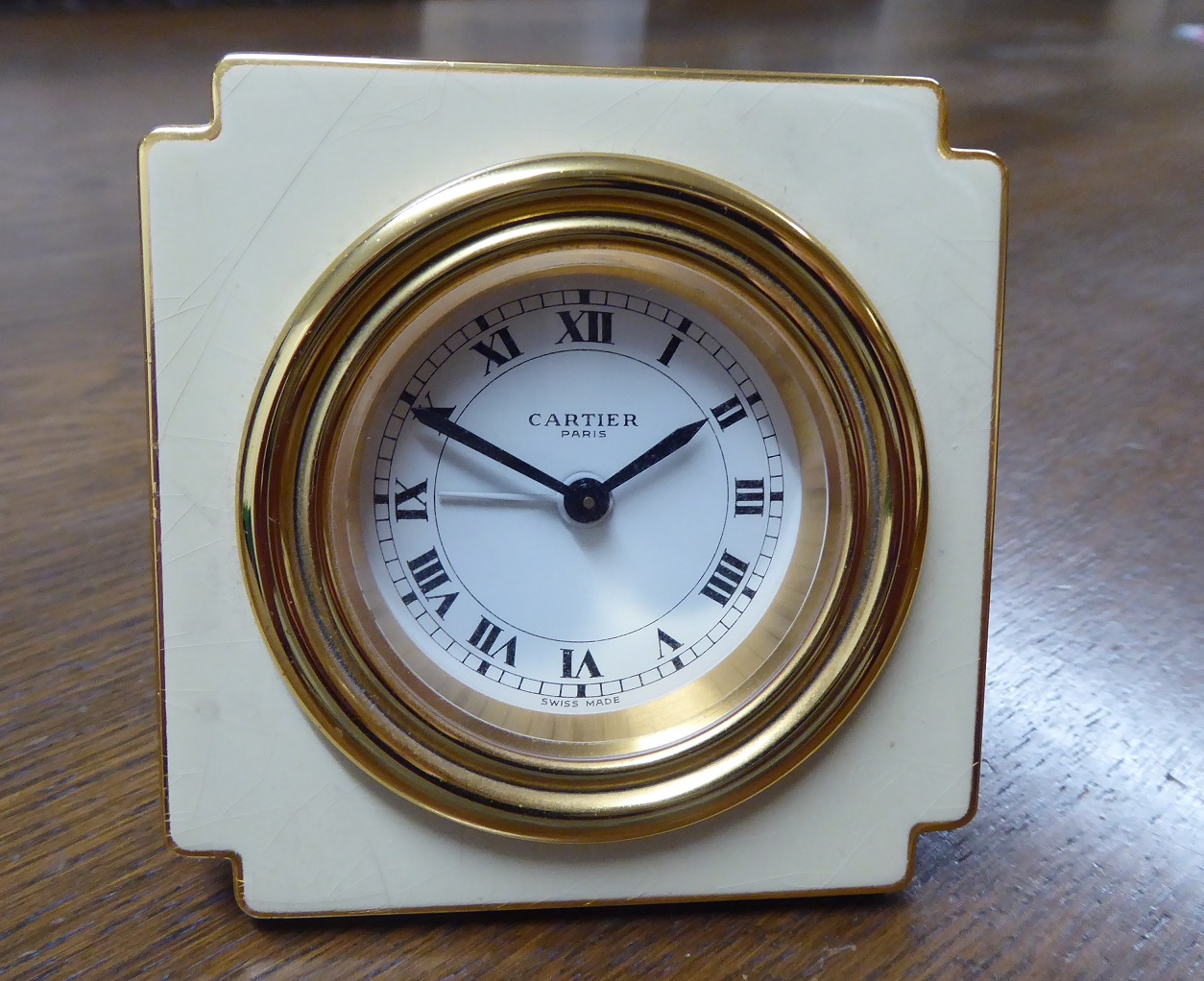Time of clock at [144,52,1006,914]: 1:49
